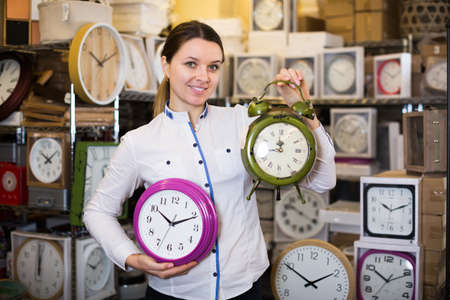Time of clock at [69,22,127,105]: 10:11
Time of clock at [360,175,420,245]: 10:11
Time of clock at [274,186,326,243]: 10:21
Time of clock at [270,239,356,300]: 1:50
